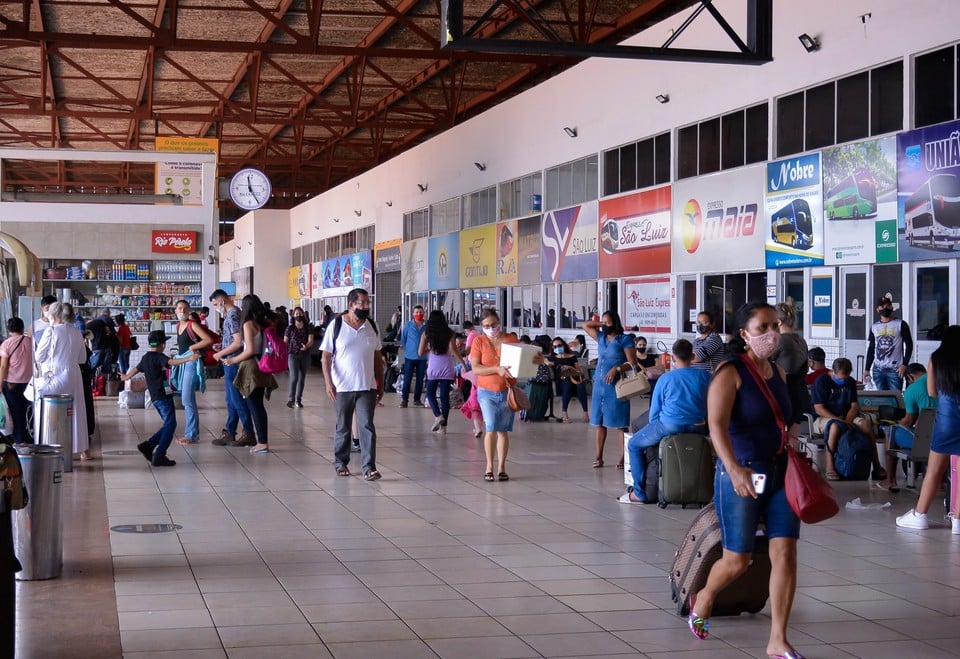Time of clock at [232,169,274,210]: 11:24
